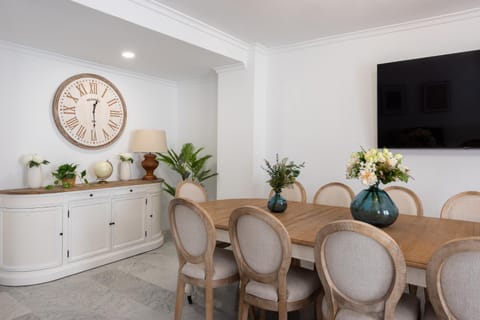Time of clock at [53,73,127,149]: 12:29
